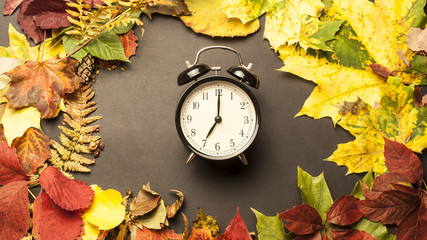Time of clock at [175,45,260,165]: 7:00
